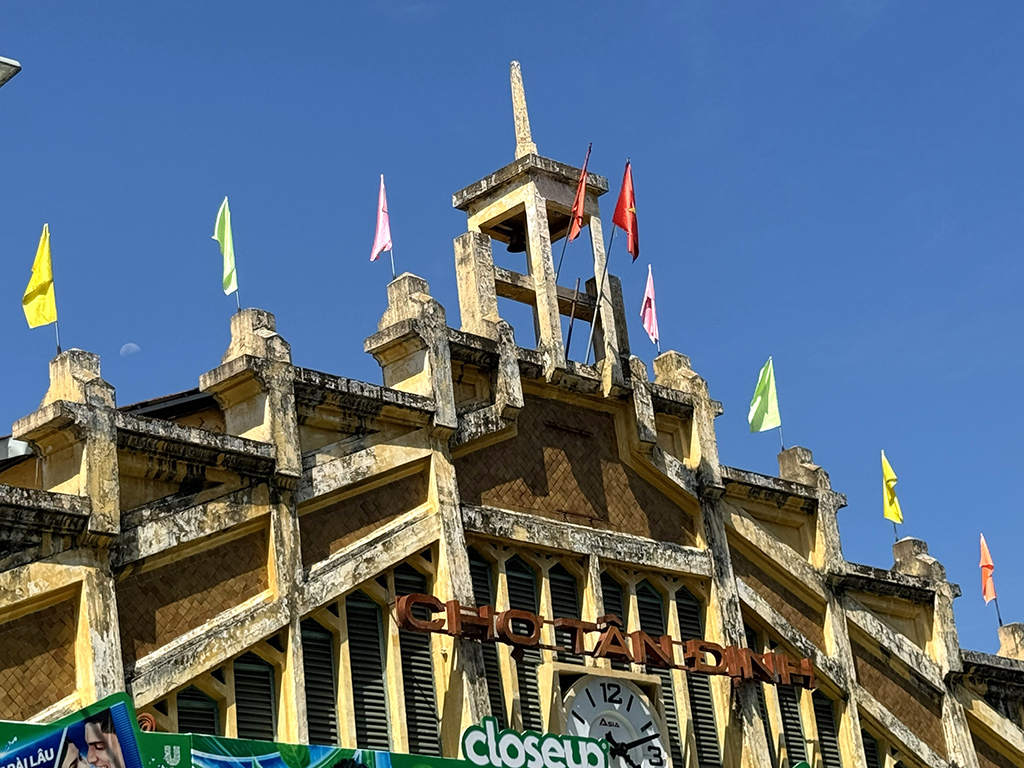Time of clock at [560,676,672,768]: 4:12
